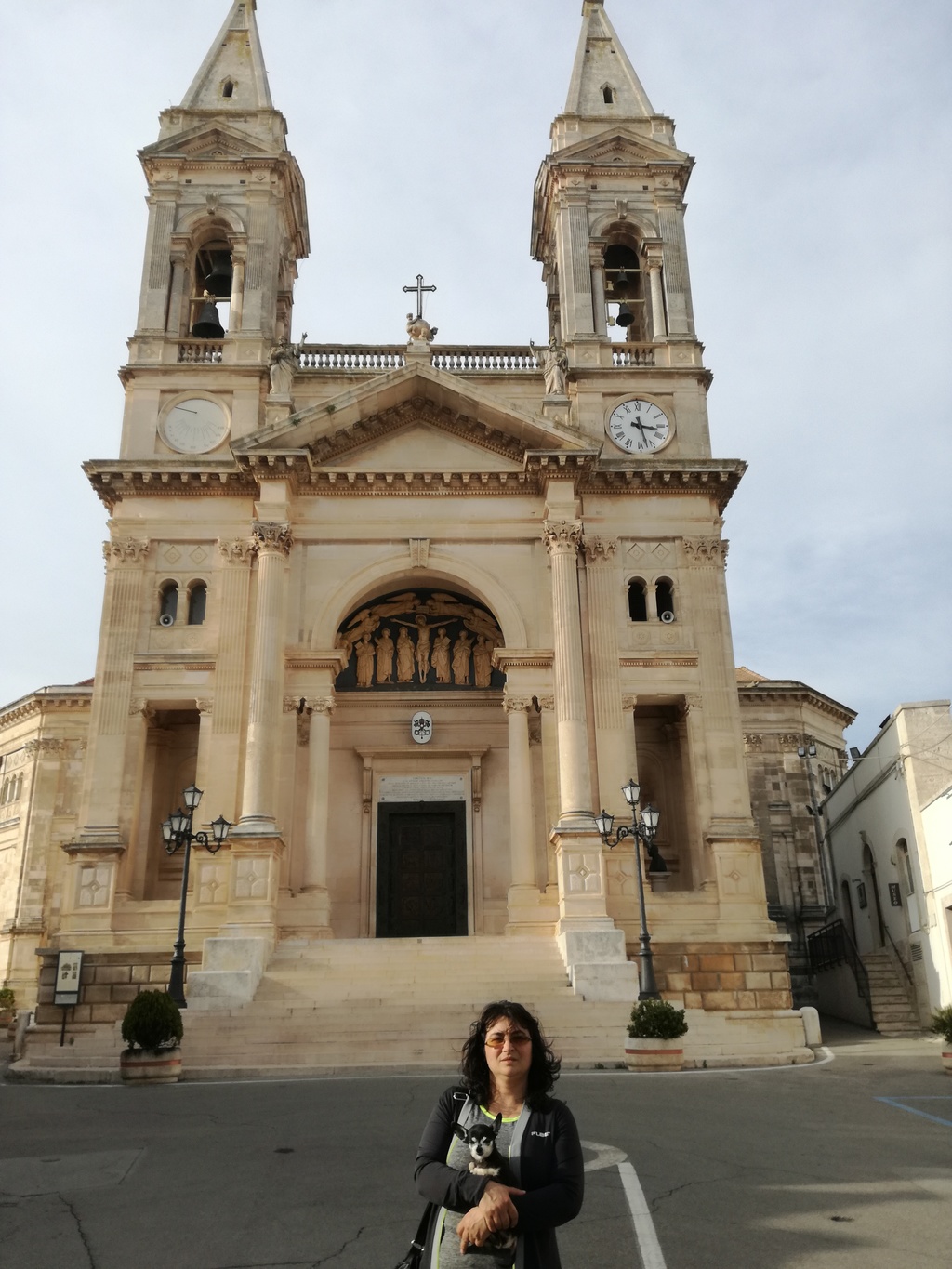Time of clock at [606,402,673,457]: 3:27
